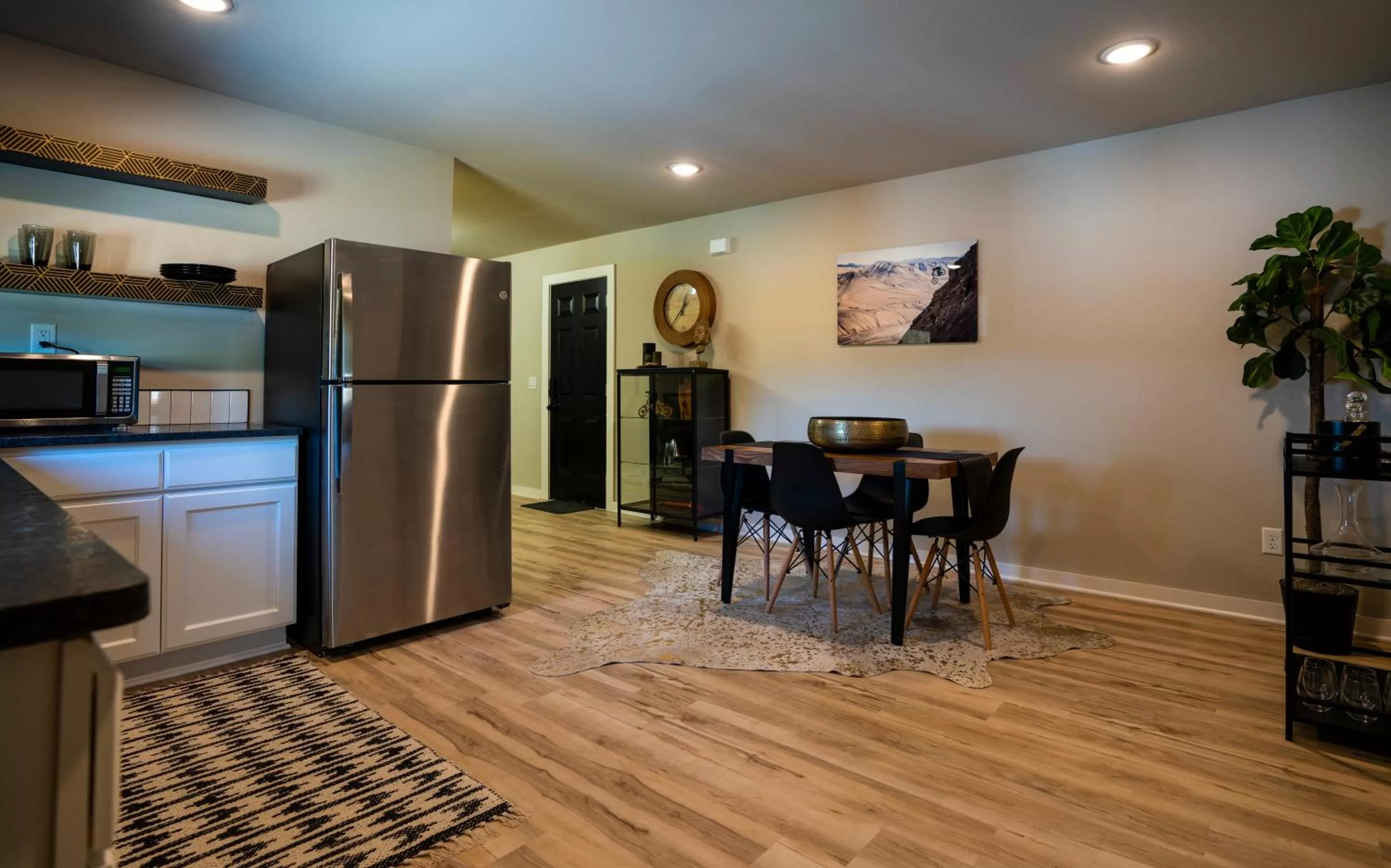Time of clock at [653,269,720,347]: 12:36
